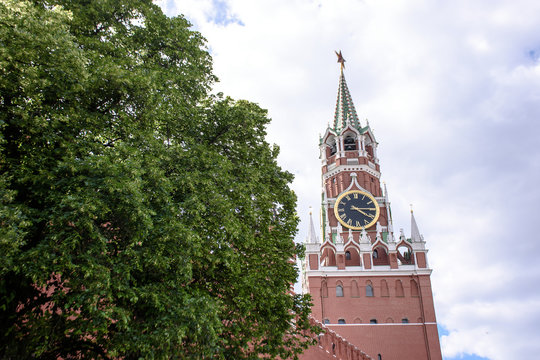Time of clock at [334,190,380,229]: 4:14
